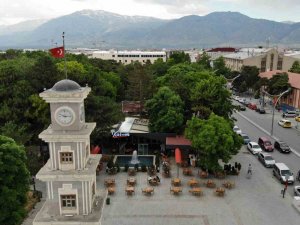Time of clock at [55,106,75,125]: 9:15
